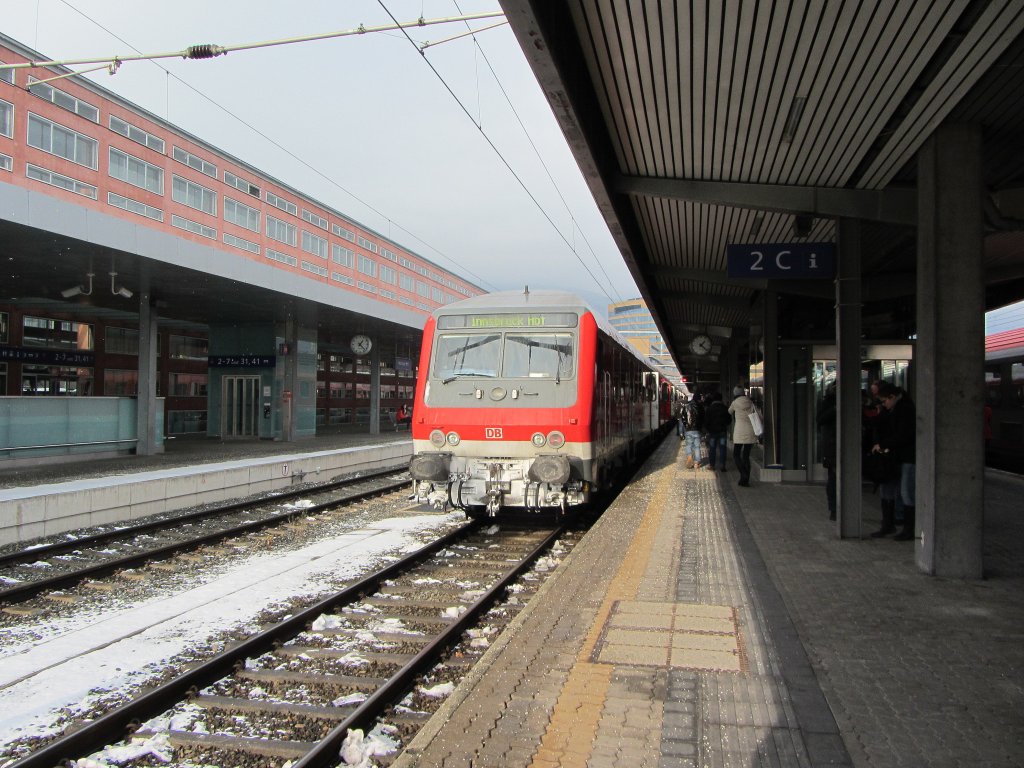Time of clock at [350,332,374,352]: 1:22
